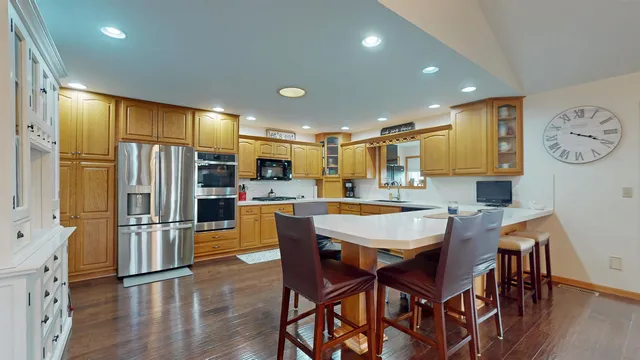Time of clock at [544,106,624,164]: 3:18
